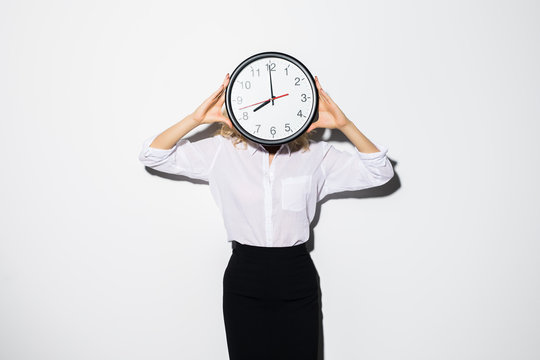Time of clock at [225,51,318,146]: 7:59
